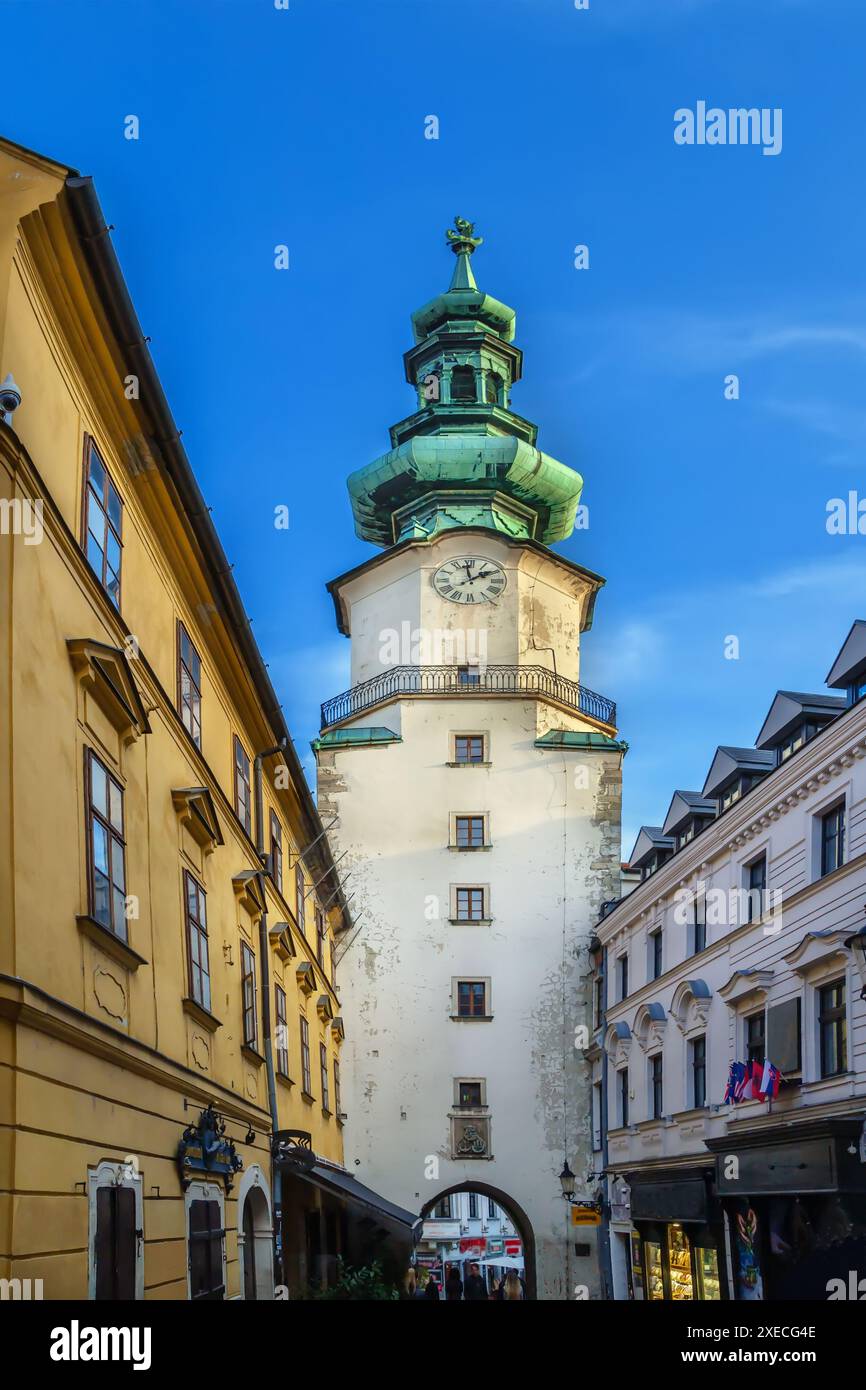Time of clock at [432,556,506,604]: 1:58
